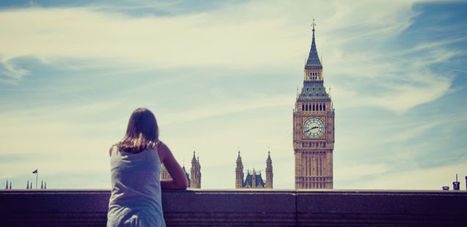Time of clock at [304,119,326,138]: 2:41
